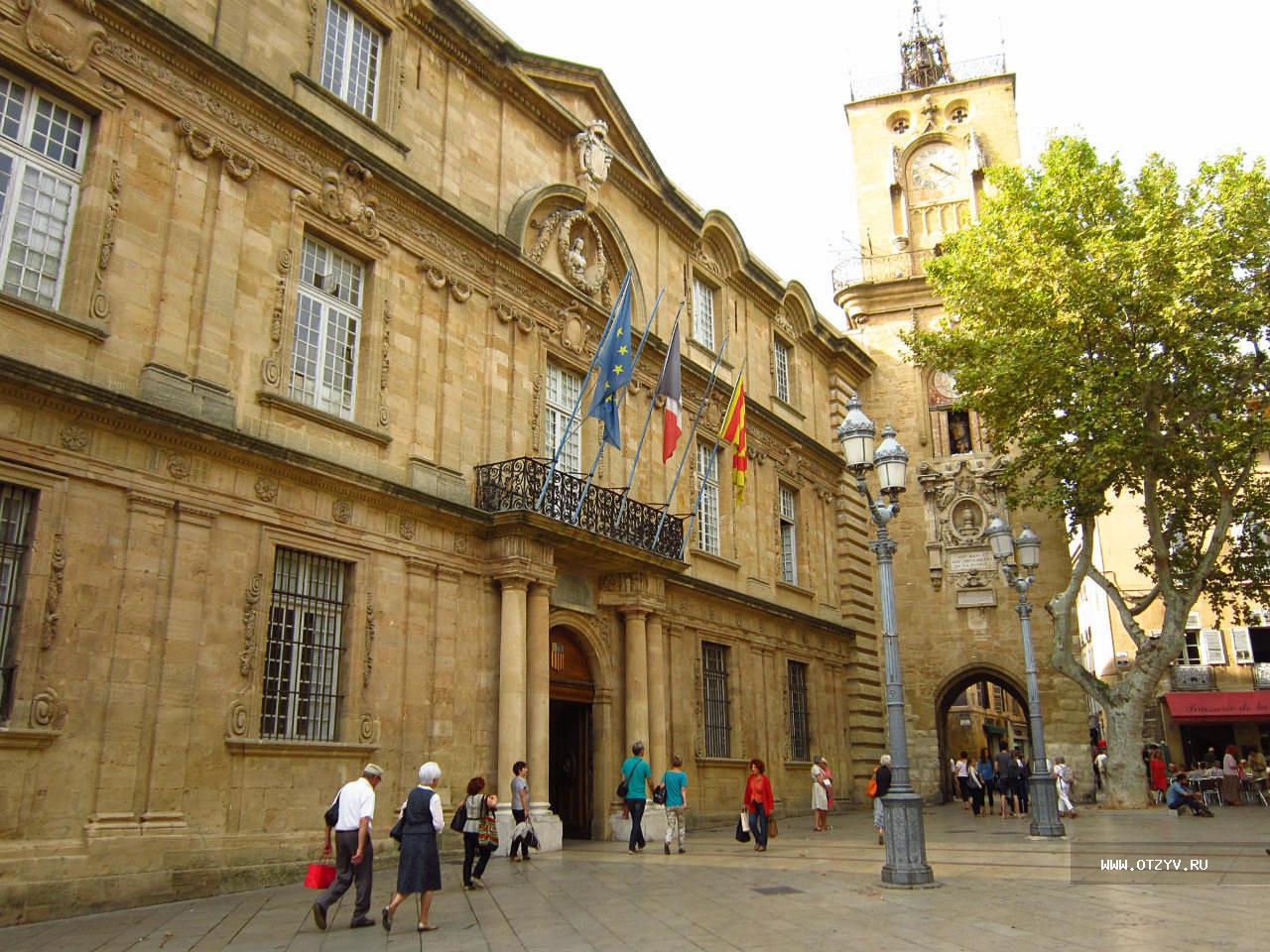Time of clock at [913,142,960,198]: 4:20
